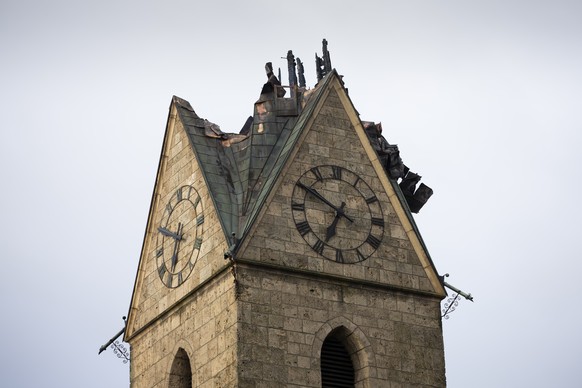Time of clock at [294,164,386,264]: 6:50
